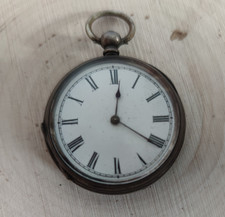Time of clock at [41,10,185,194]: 12:20
